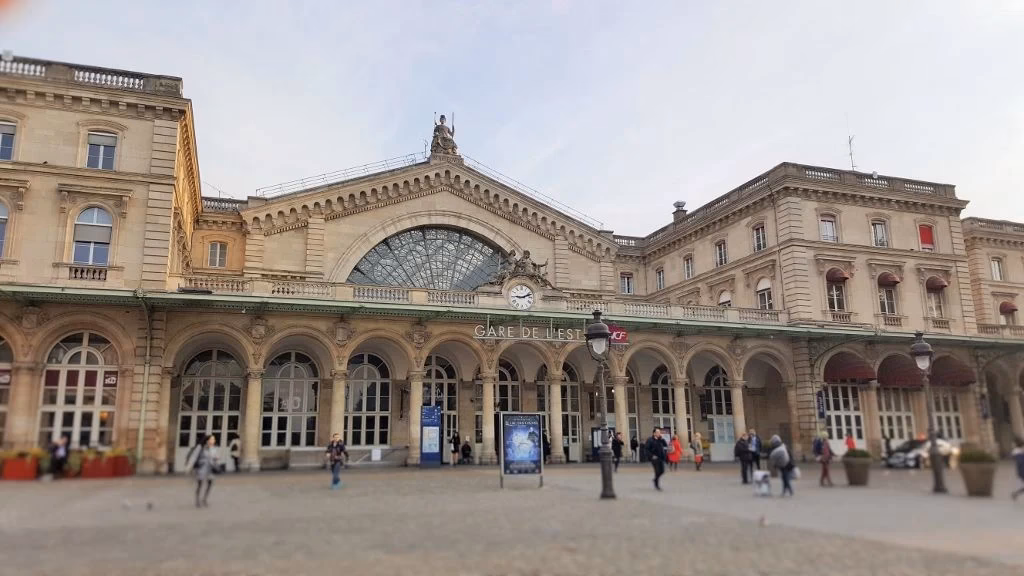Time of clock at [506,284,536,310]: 9:11
